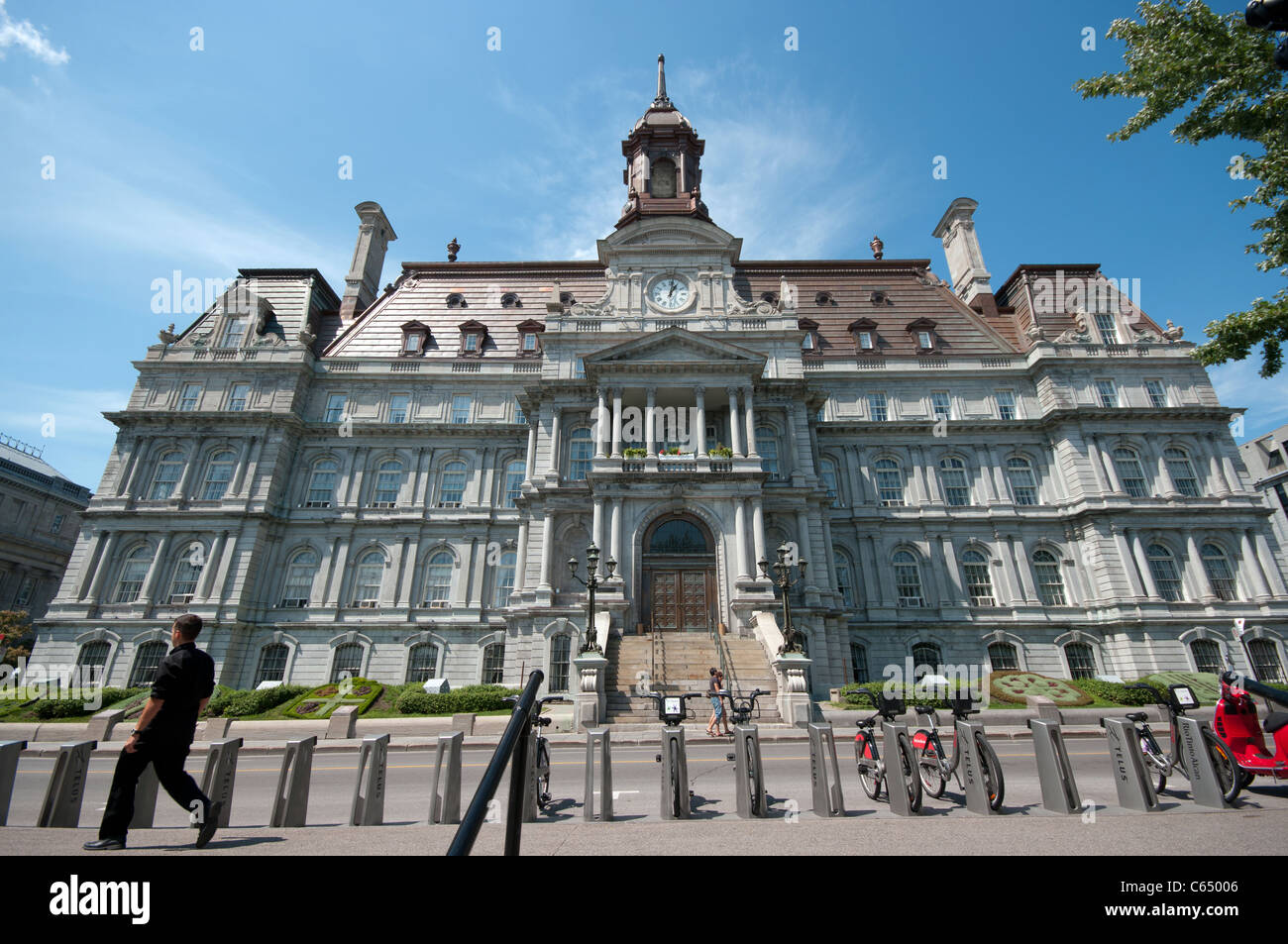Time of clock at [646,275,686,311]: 1:01
